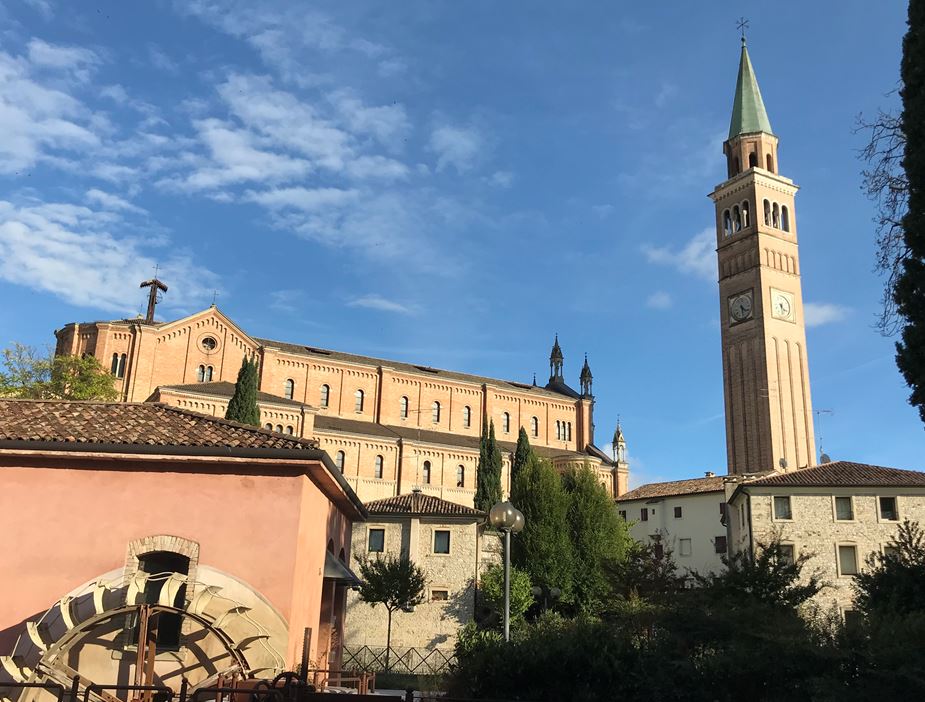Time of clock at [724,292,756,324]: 4:28
